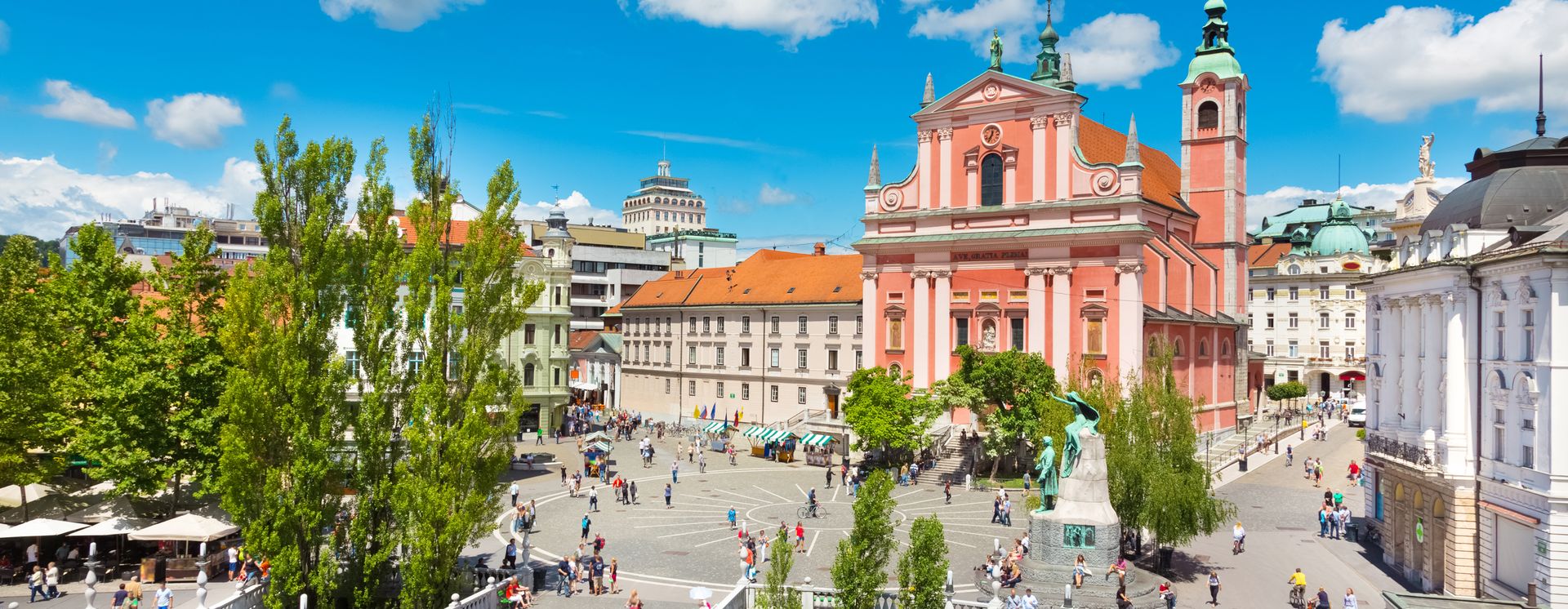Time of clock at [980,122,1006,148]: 12:34
